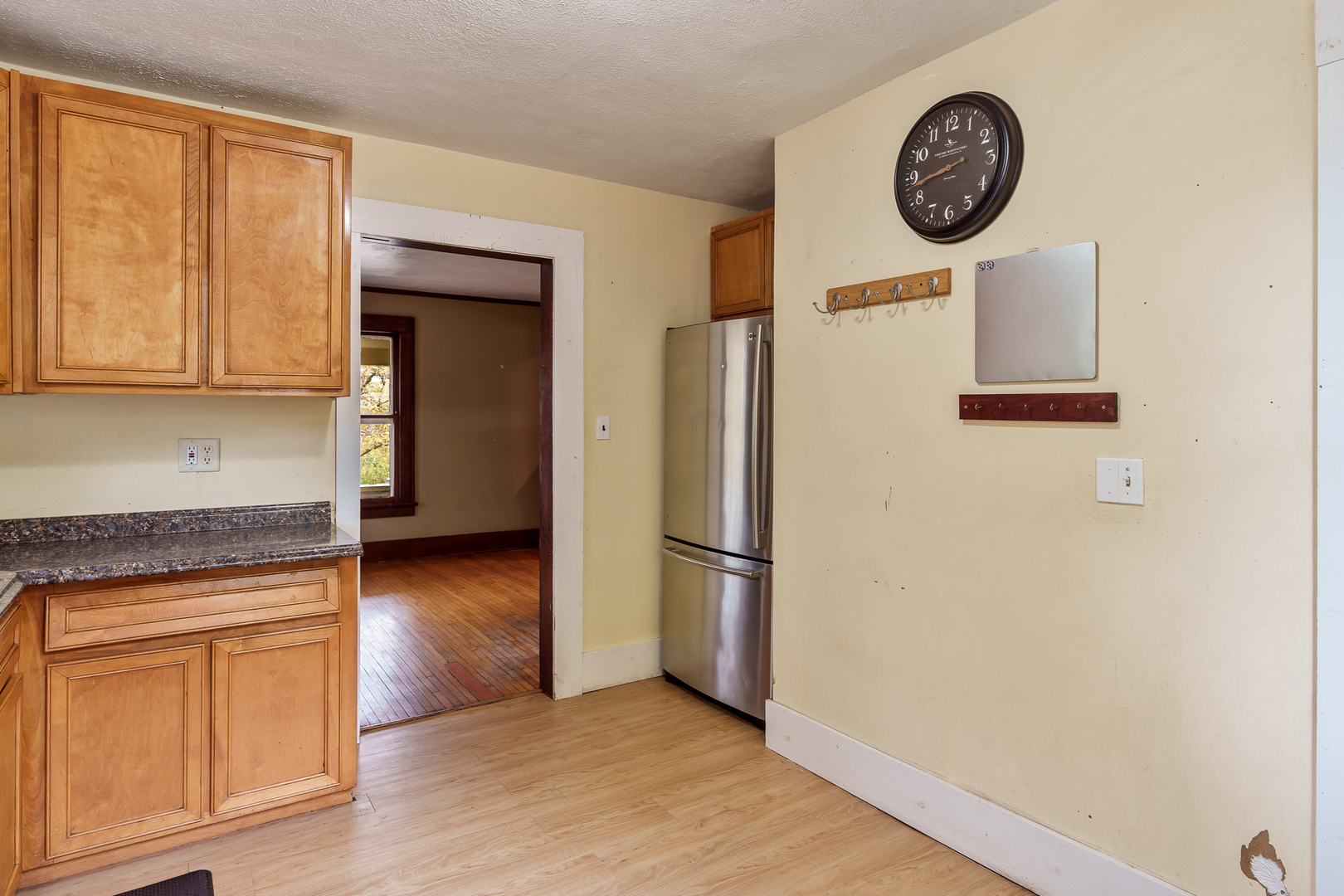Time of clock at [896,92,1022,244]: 8:42
